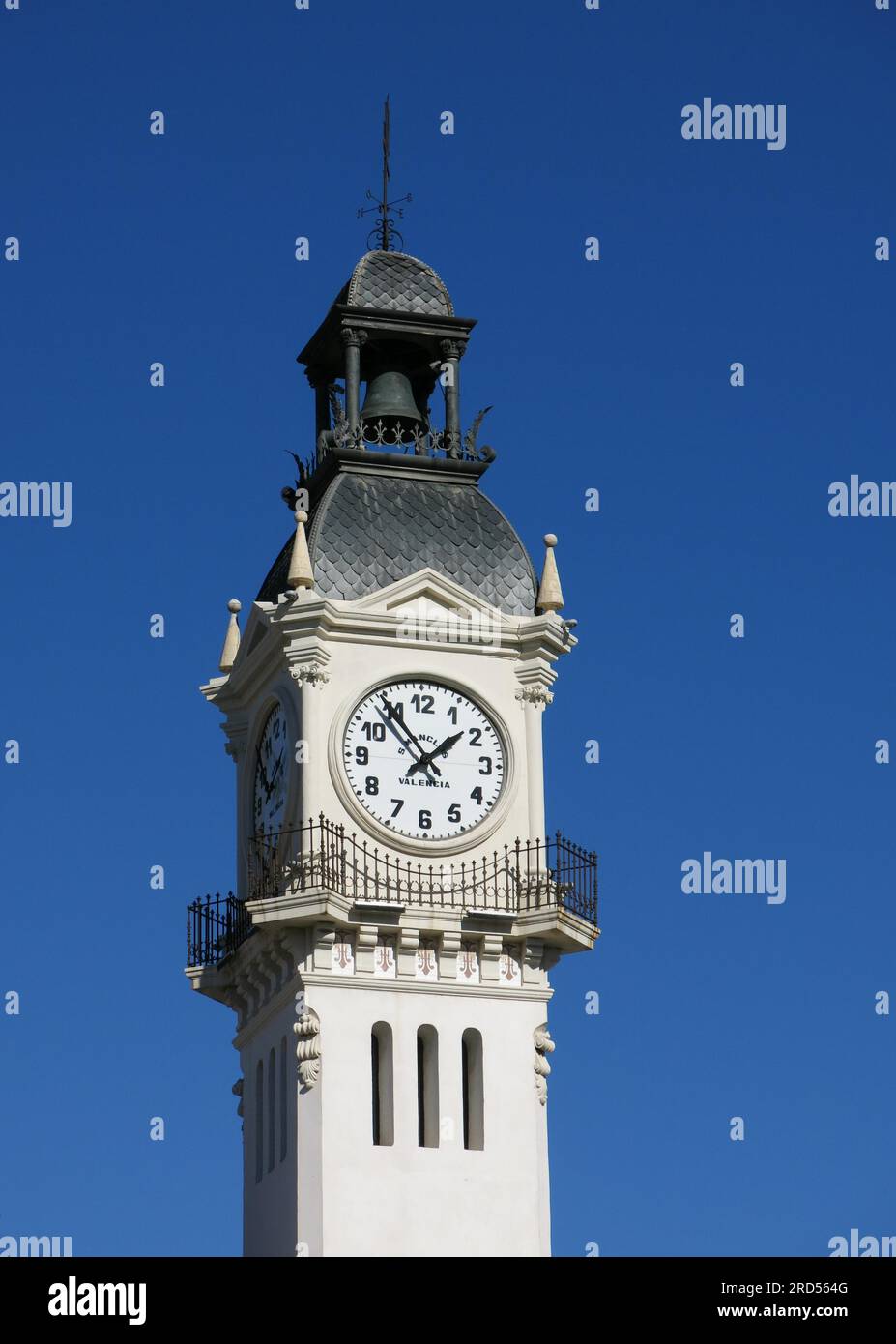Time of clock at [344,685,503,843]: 1:54
